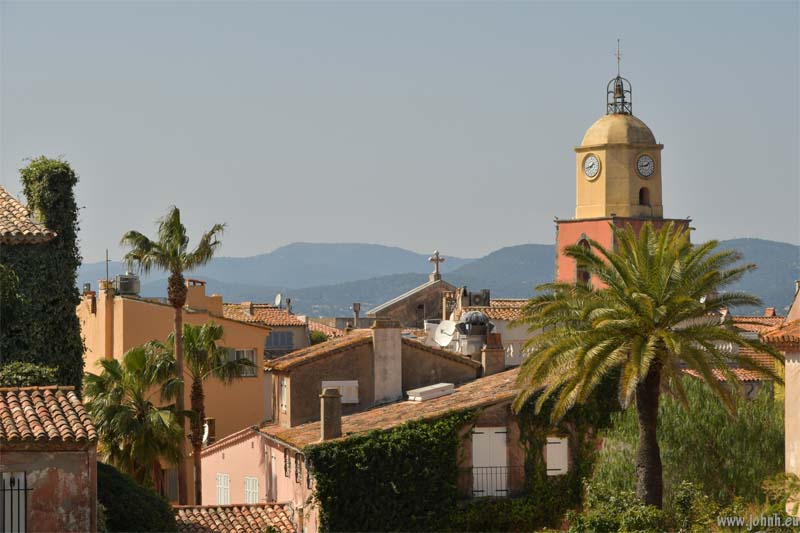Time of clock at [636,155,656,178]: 1:43
